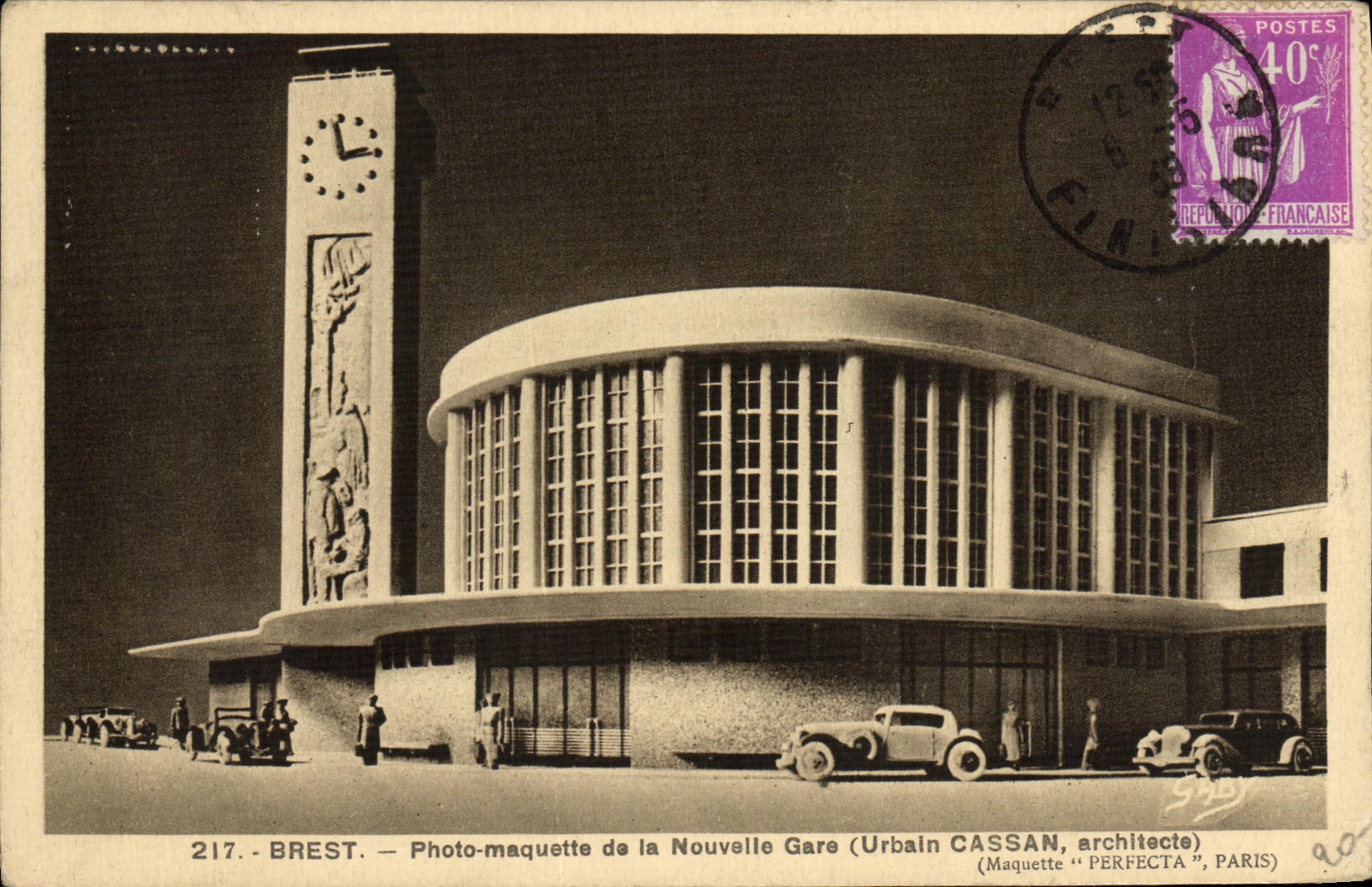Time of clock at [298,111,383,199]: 2:58
